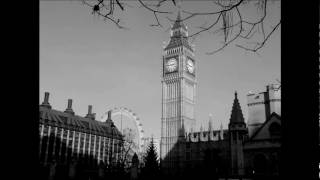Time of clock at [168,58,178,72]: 2:45
